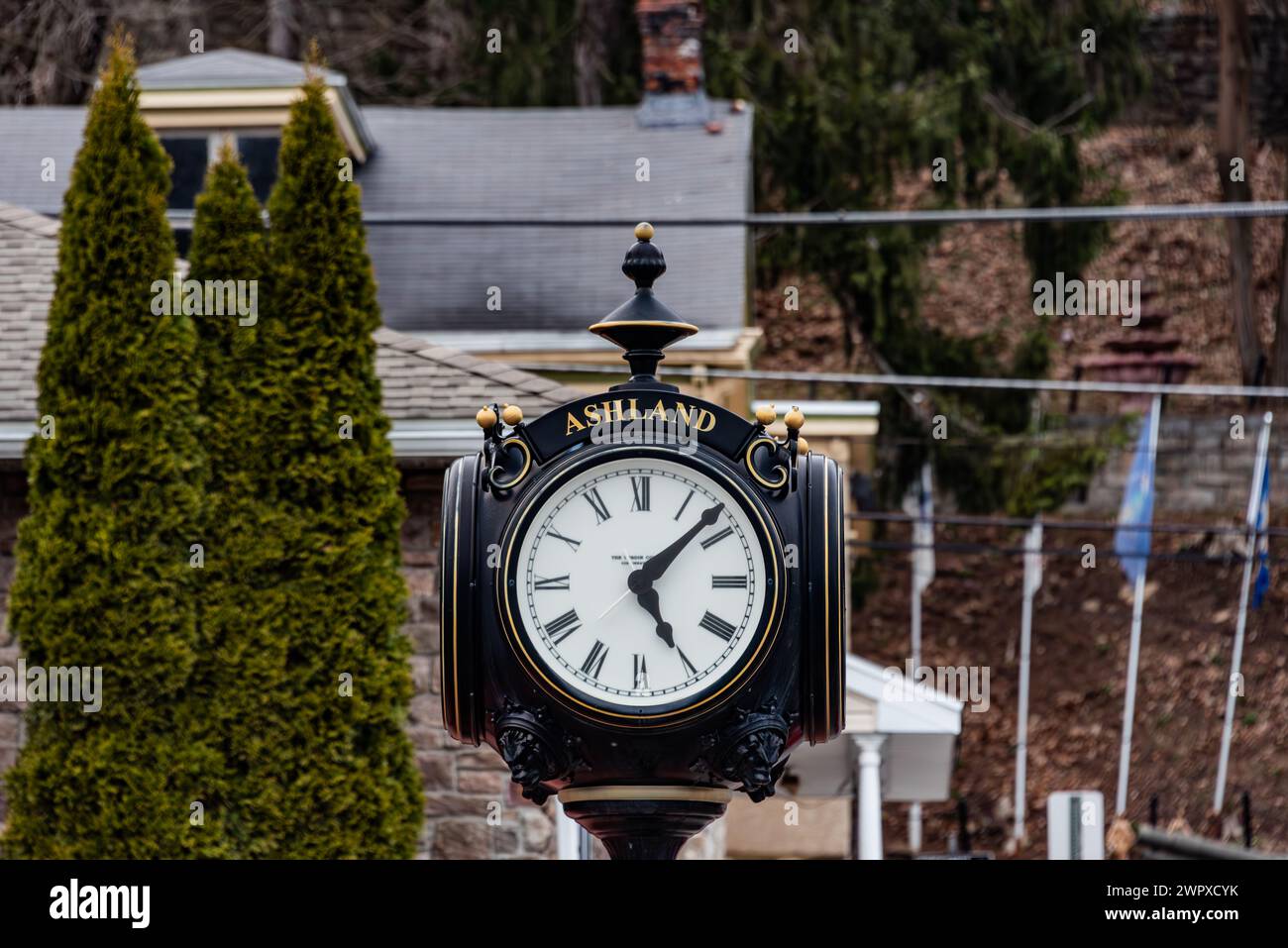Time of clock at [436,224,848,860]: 5:06
